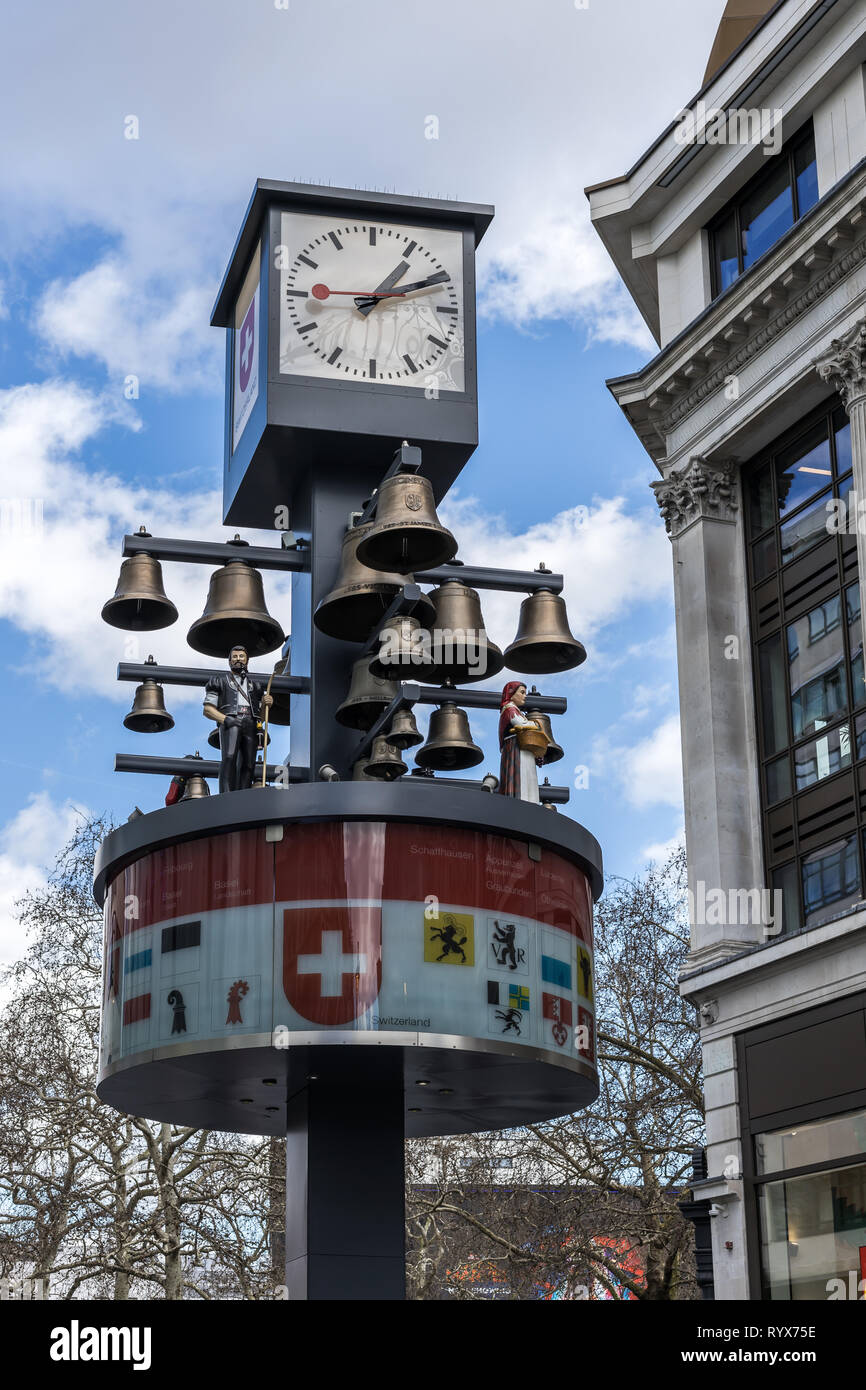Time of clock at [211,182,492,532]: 1:10
